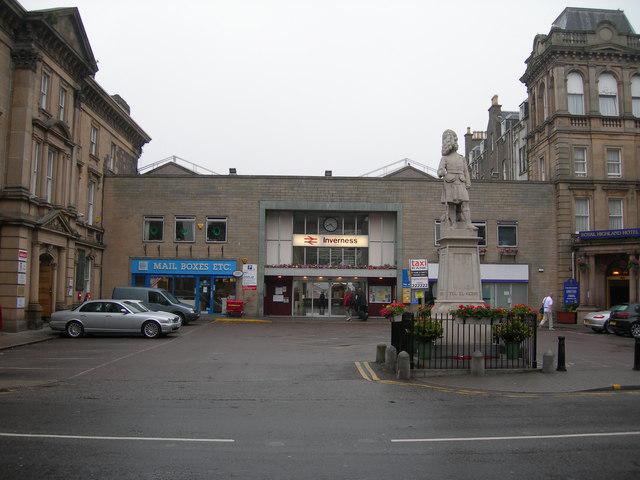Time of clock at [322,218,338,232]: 8:21
